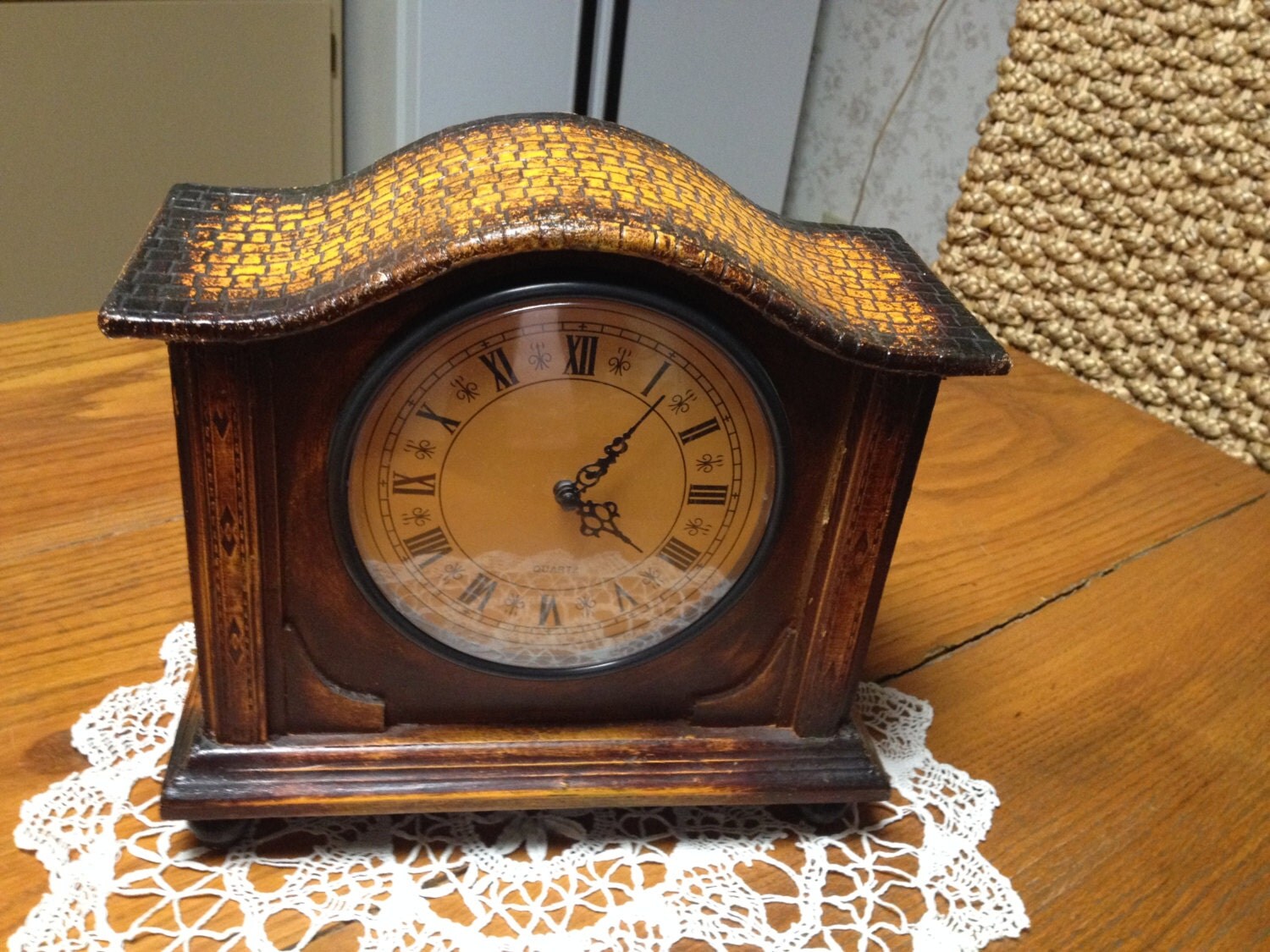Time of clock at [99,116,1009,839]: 4:06
